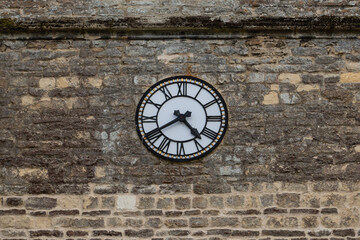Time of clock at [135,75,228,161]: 4:40
